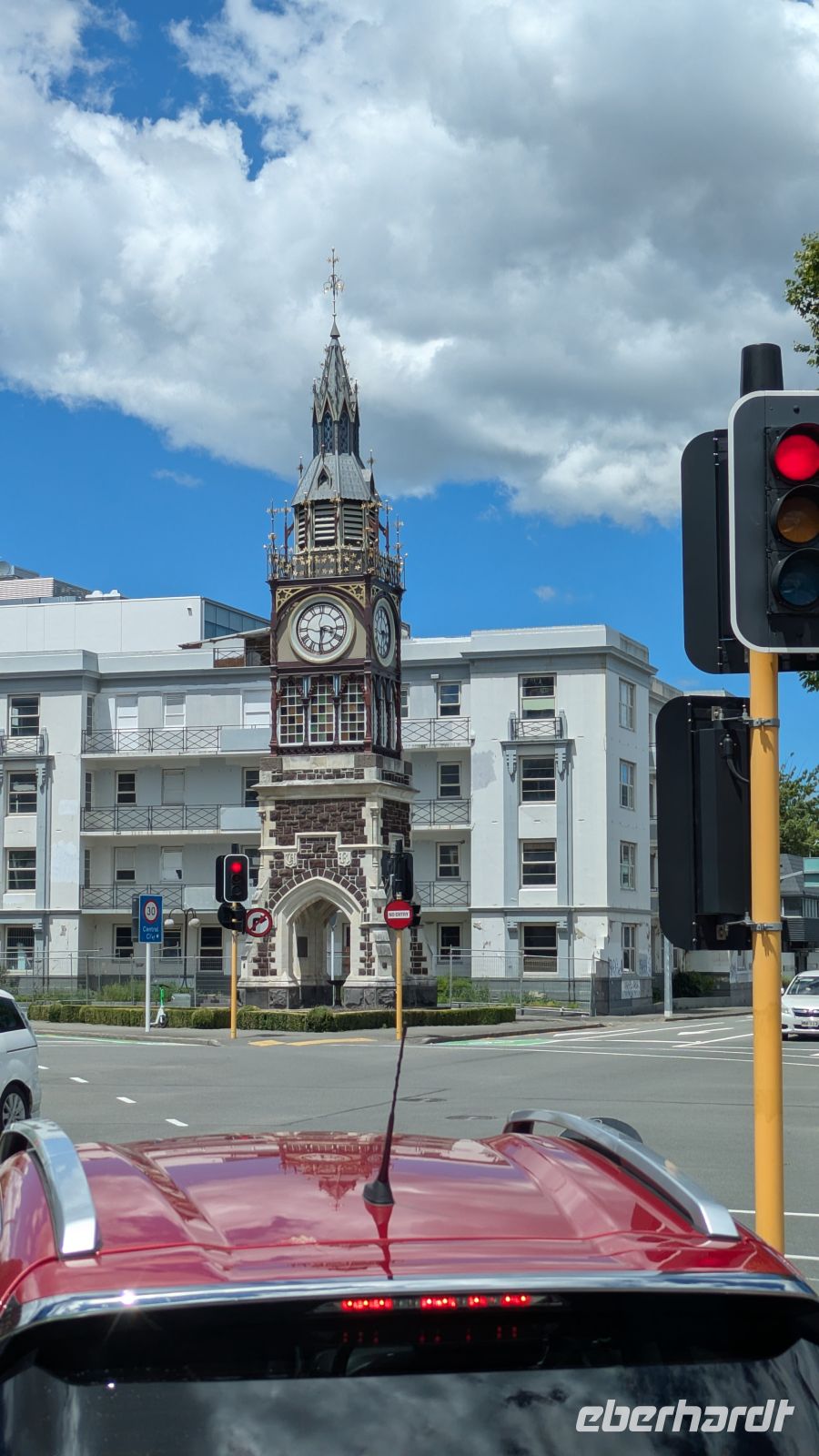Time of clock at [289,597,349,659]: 3:30
